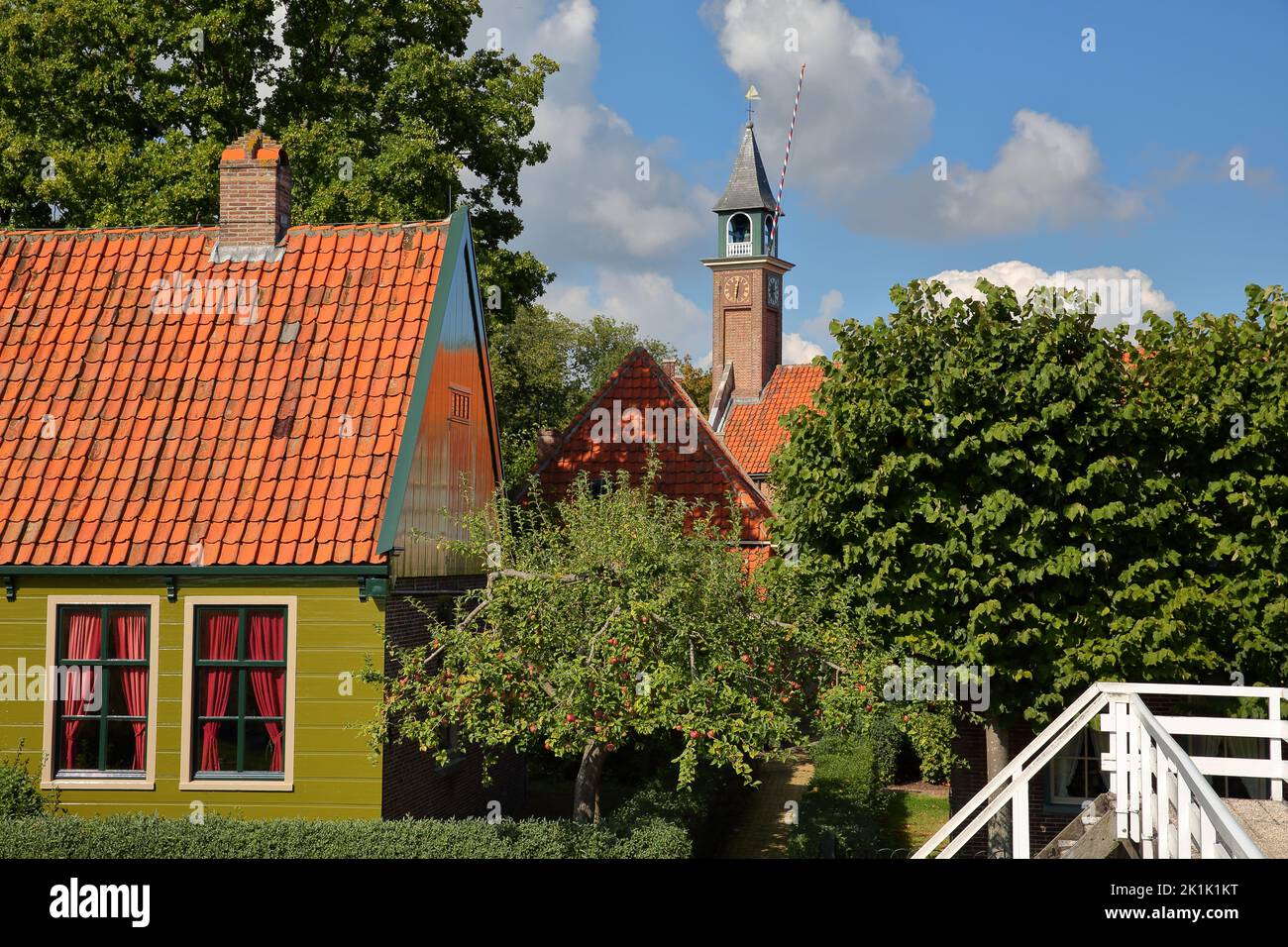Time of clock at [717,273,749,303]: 6:01
